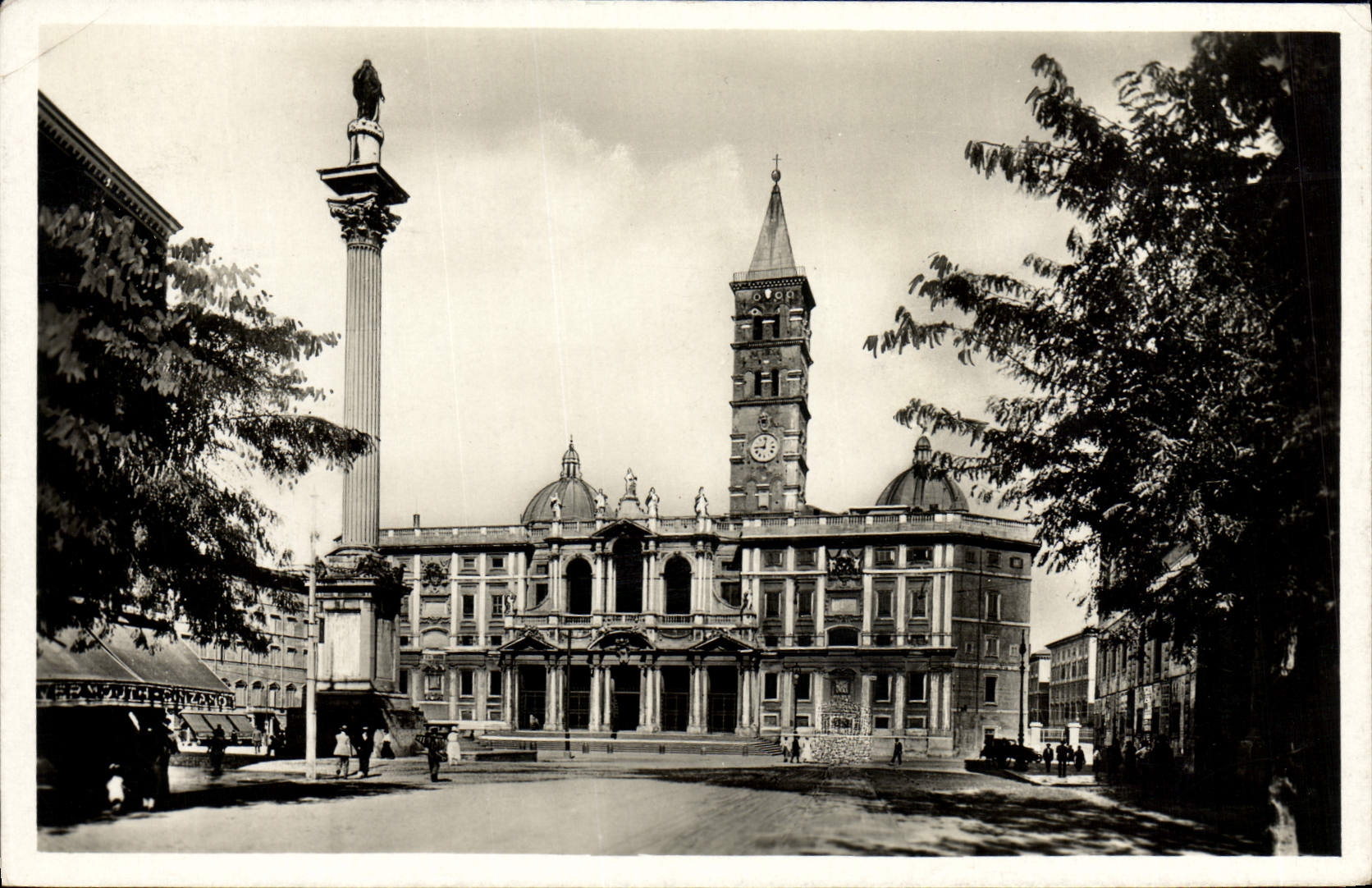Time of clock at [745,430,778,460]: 9:01
